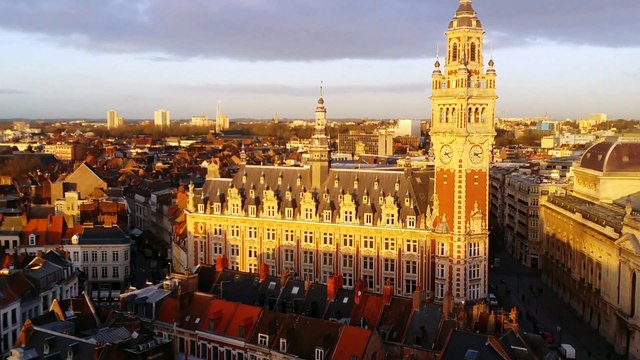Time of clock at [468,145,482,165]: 4:12
